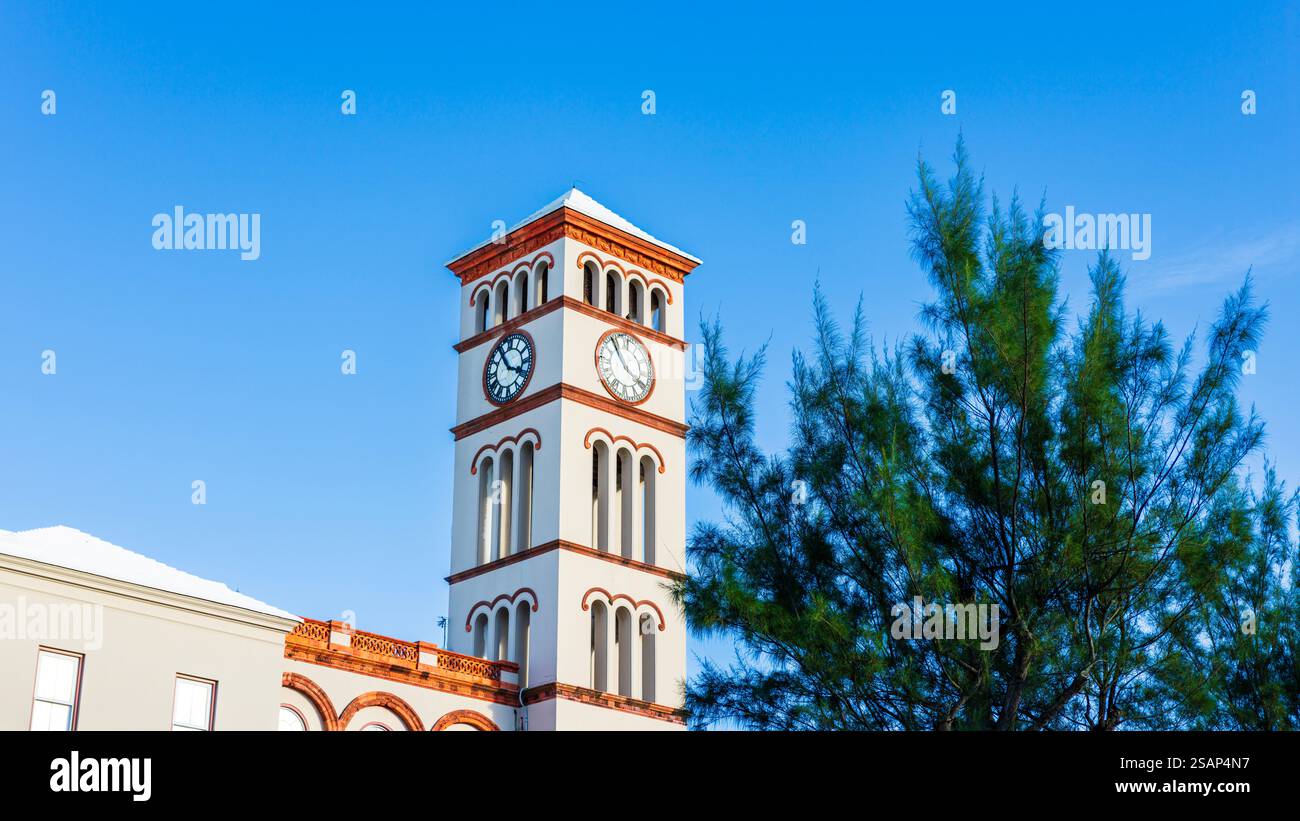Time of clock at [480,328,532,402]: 3:54
